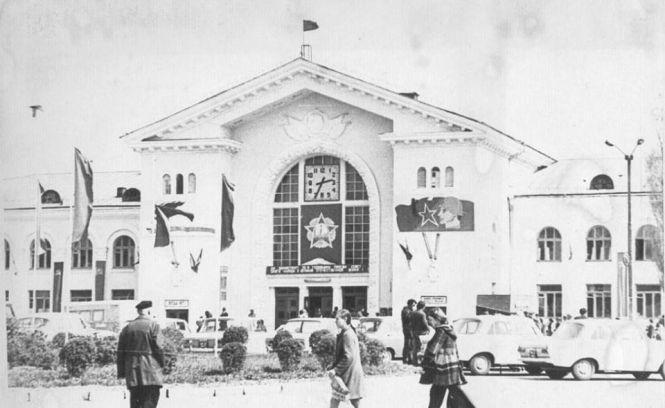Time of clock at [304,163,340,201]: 2:34
